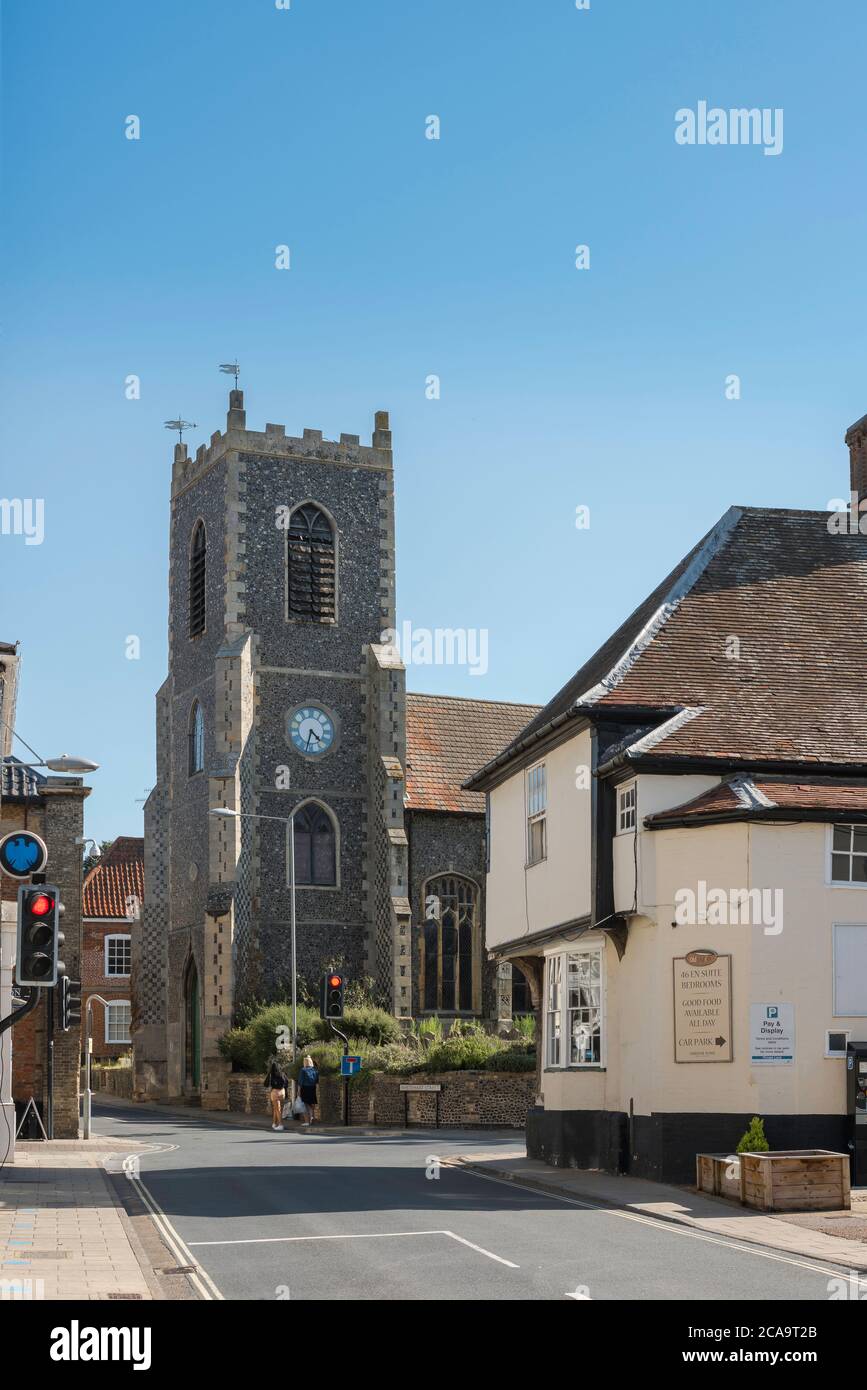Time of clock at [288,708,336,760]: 4:33
